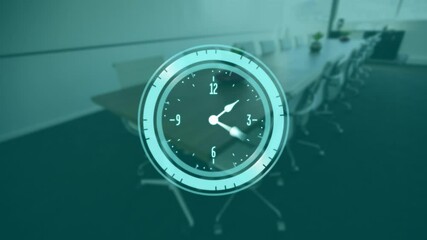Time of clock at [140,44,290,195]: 1:19
